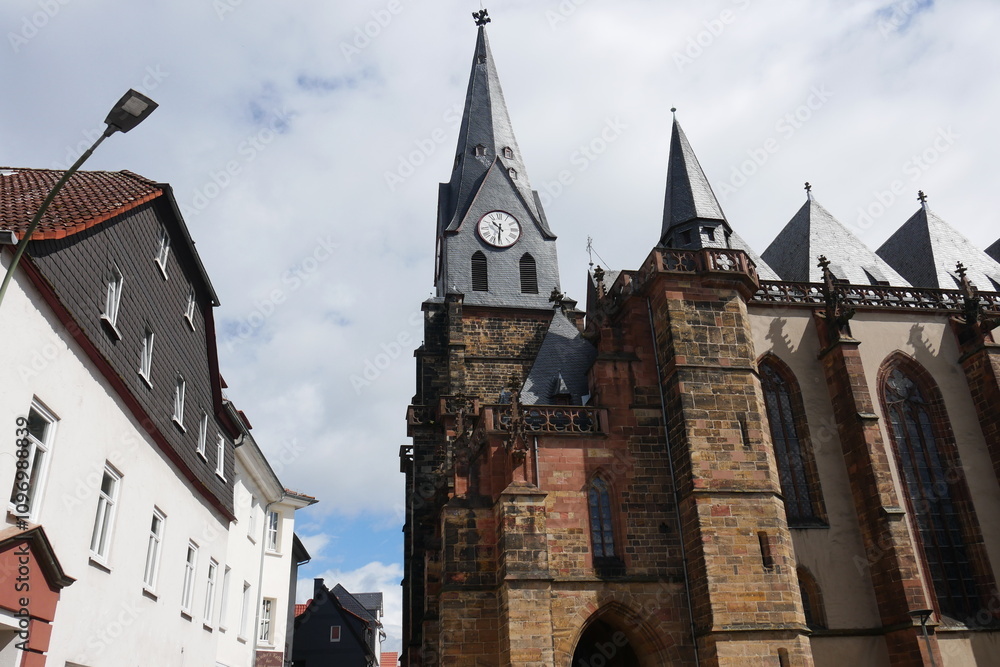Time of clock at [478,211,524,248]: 10:31
